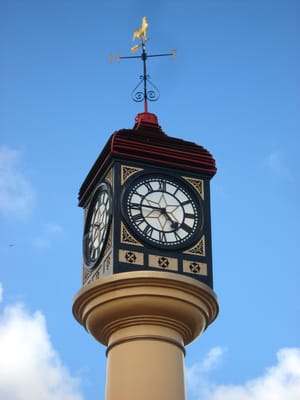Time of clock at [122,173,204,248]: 4:45
